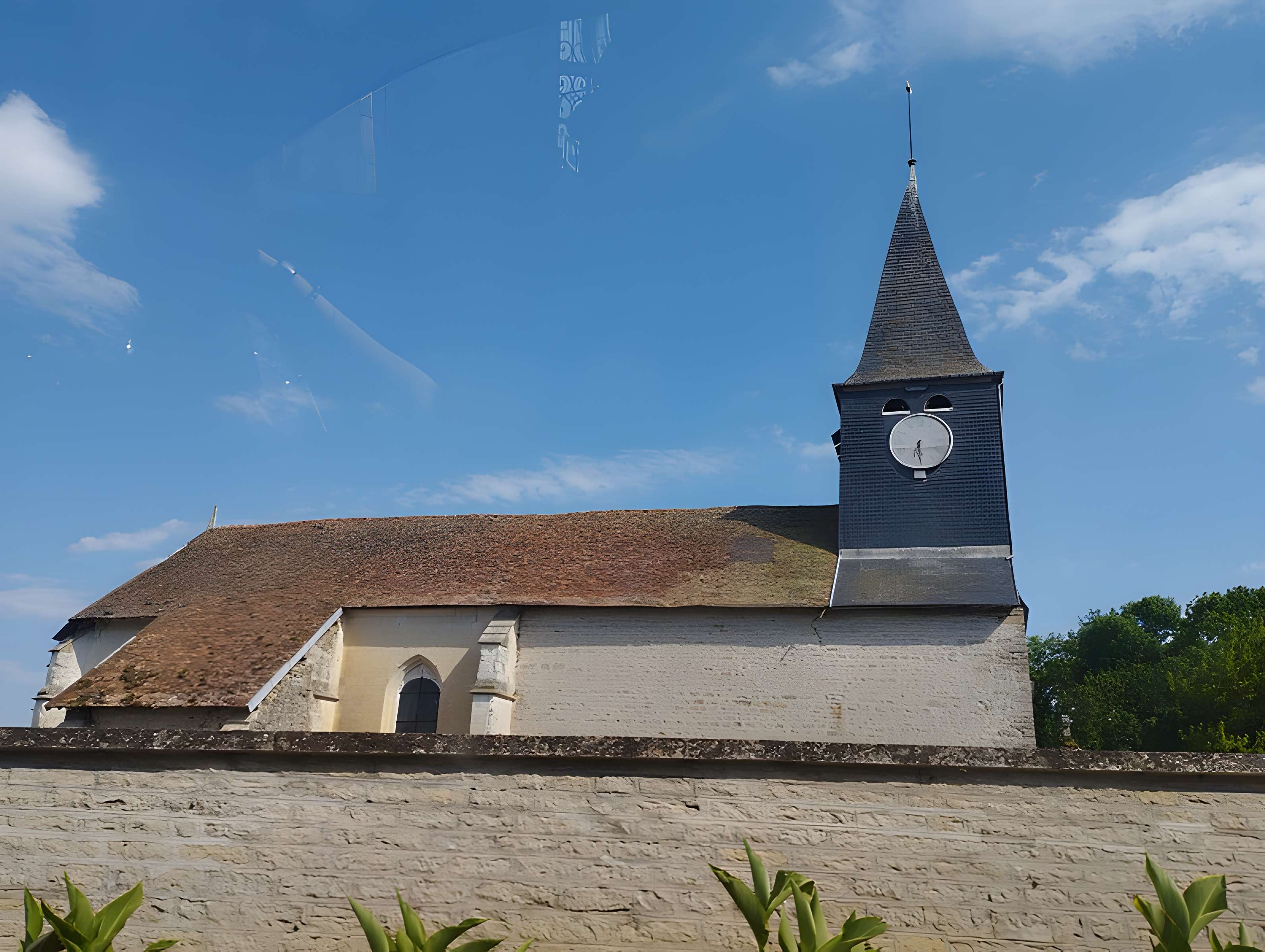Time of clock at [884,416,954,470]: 6:28
